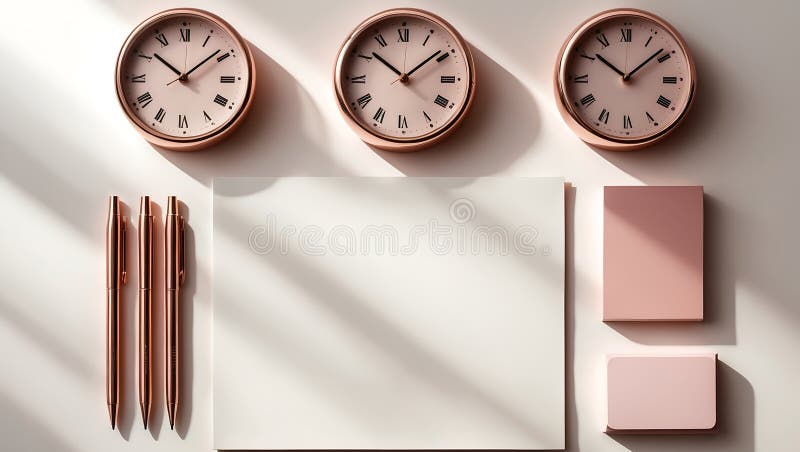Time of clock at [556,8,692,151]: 10:08
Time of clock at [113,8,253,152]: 10:08
